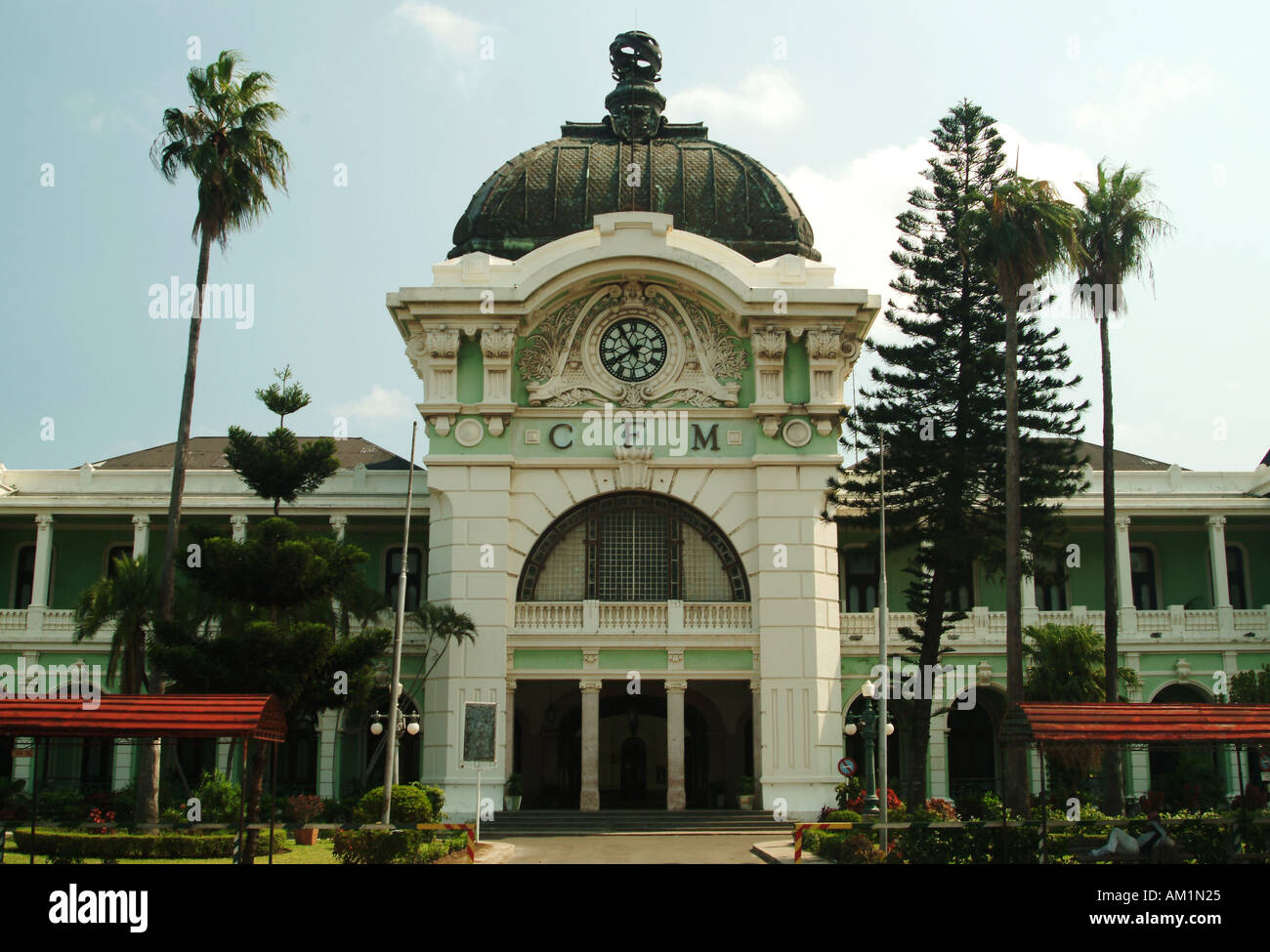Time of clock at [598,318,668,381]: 7:54
